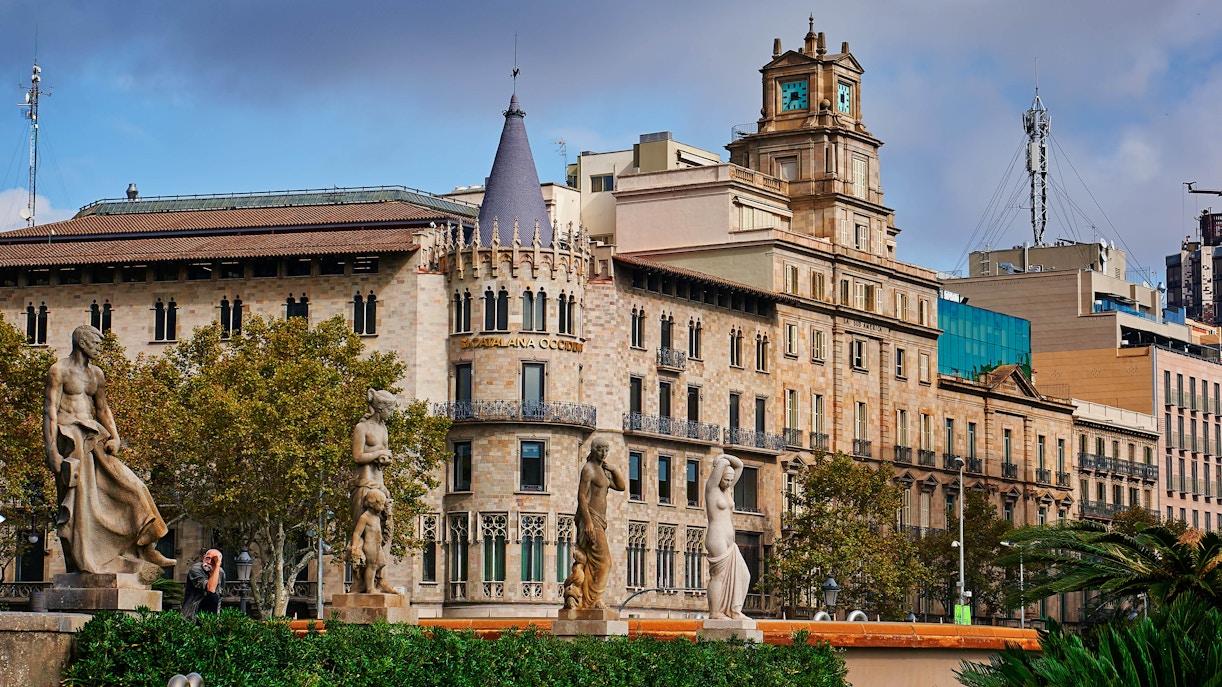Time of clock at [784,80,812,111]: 3:36
